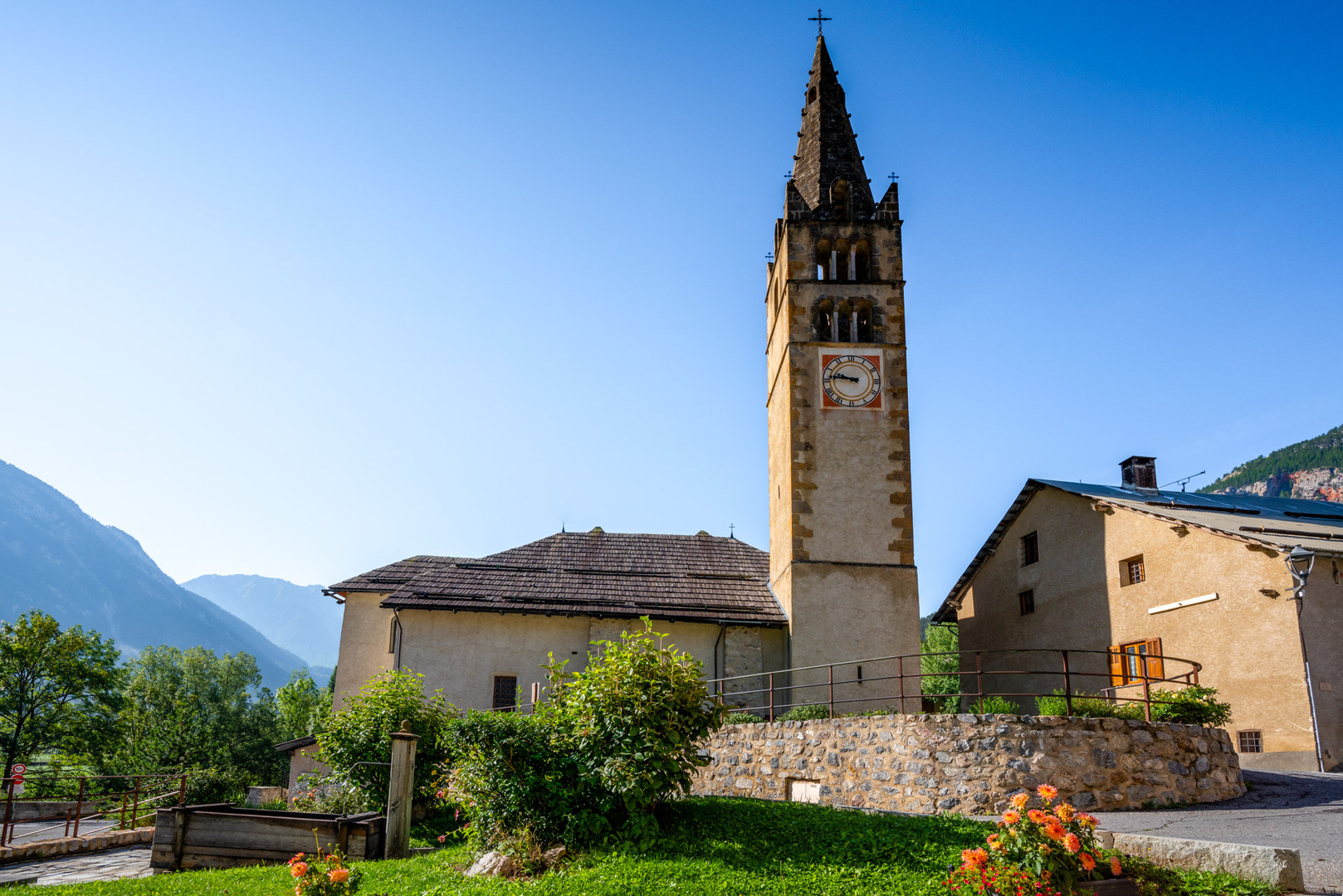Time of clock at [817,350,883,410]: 9:46
